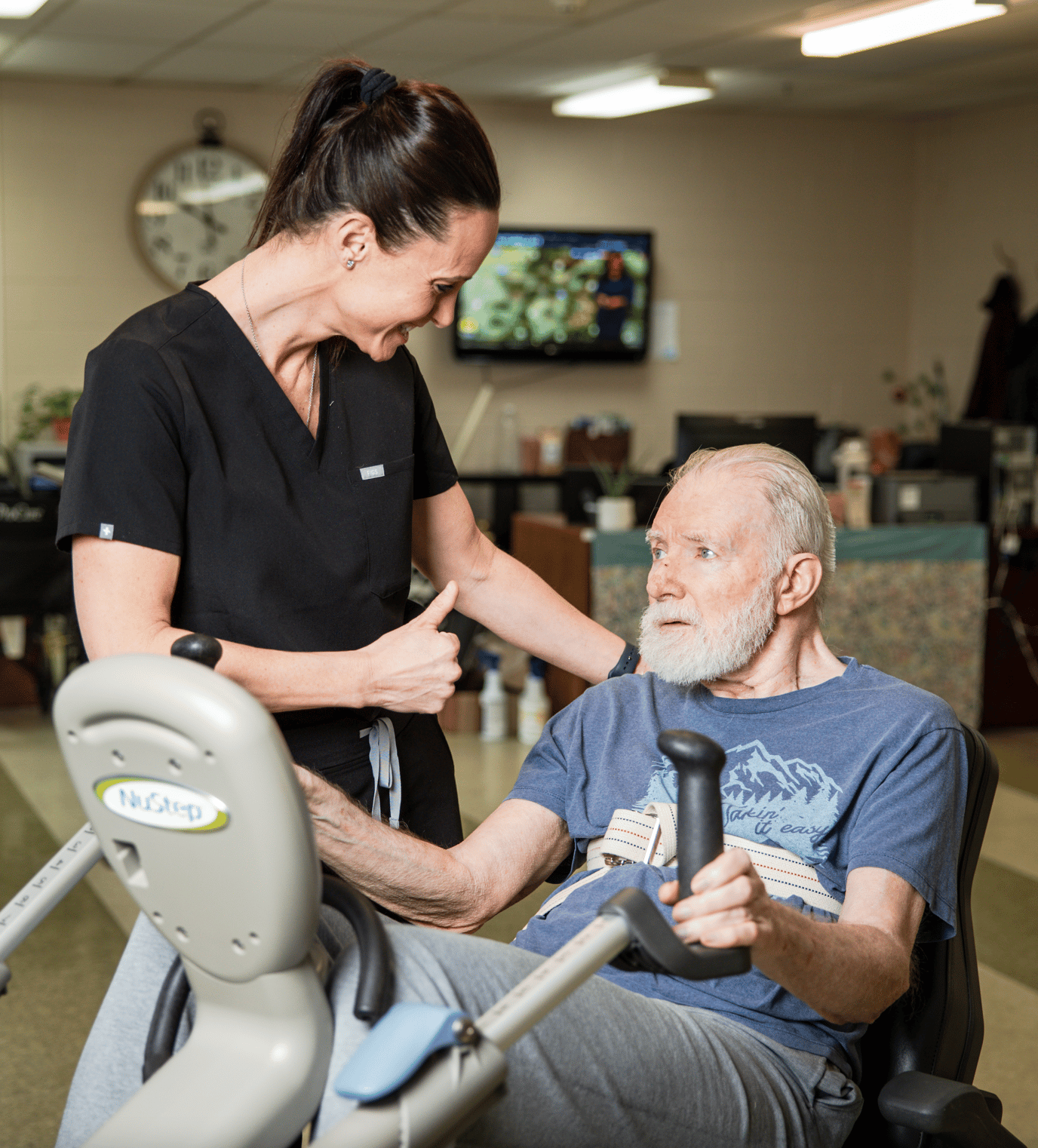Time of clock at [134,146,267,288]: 5:49
